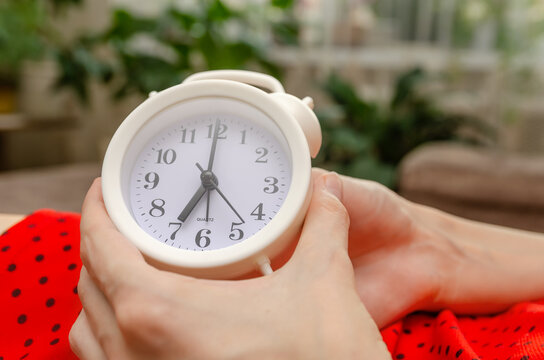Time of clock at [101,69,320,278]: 7:00
